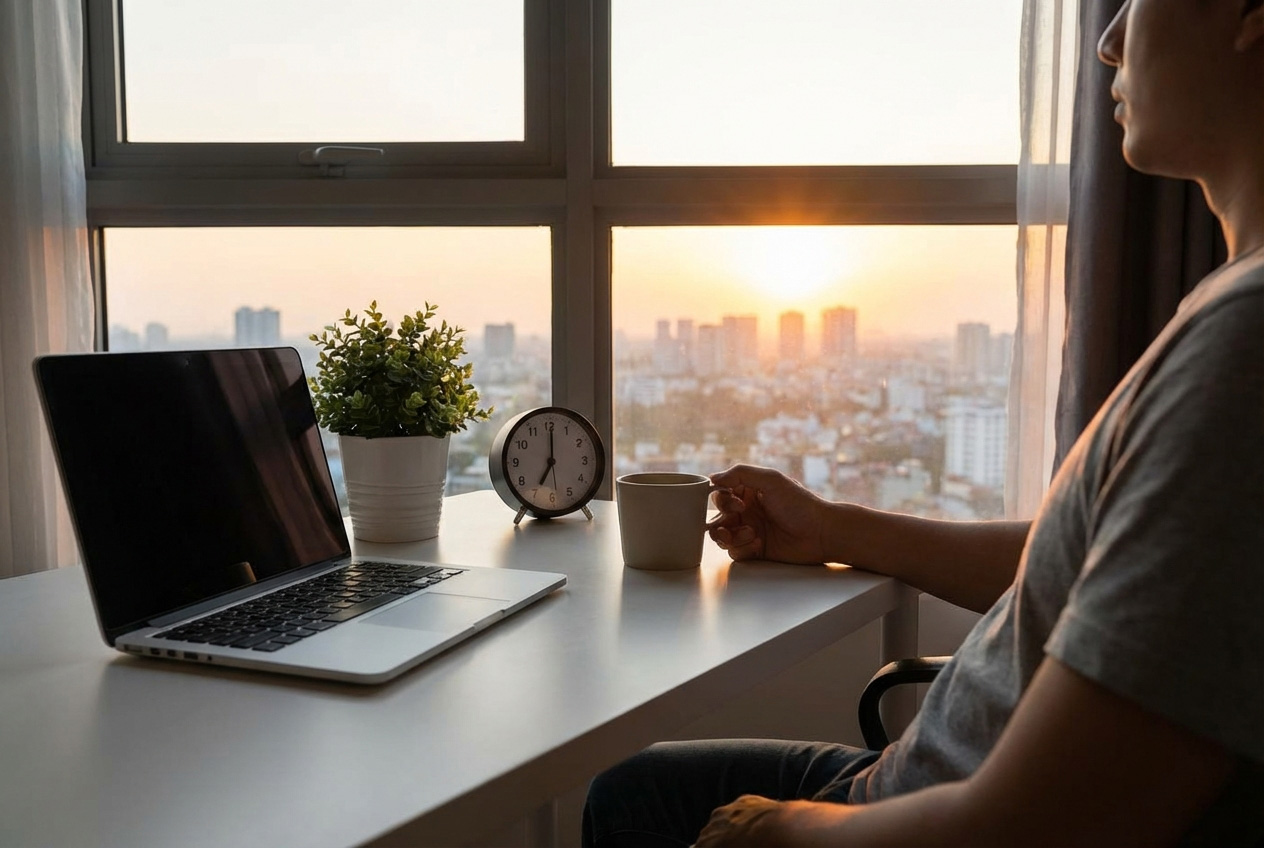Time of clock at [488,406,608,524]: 7:00
